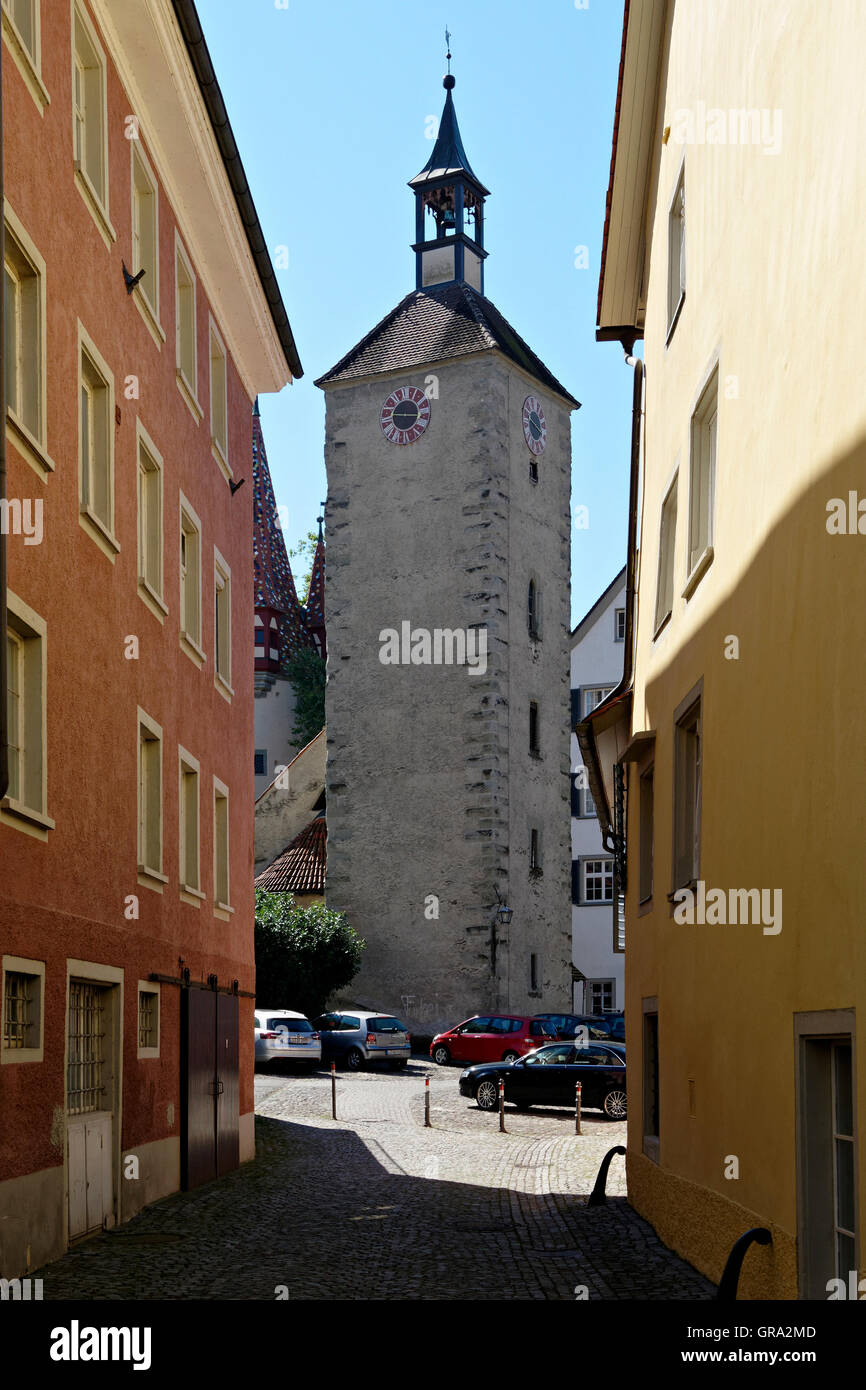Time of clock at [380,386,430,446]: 9:15
